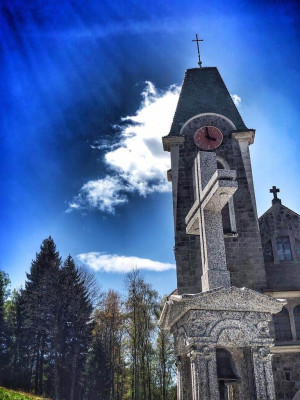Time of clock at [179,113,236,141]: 3:58
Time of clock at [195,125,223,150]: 3:58
